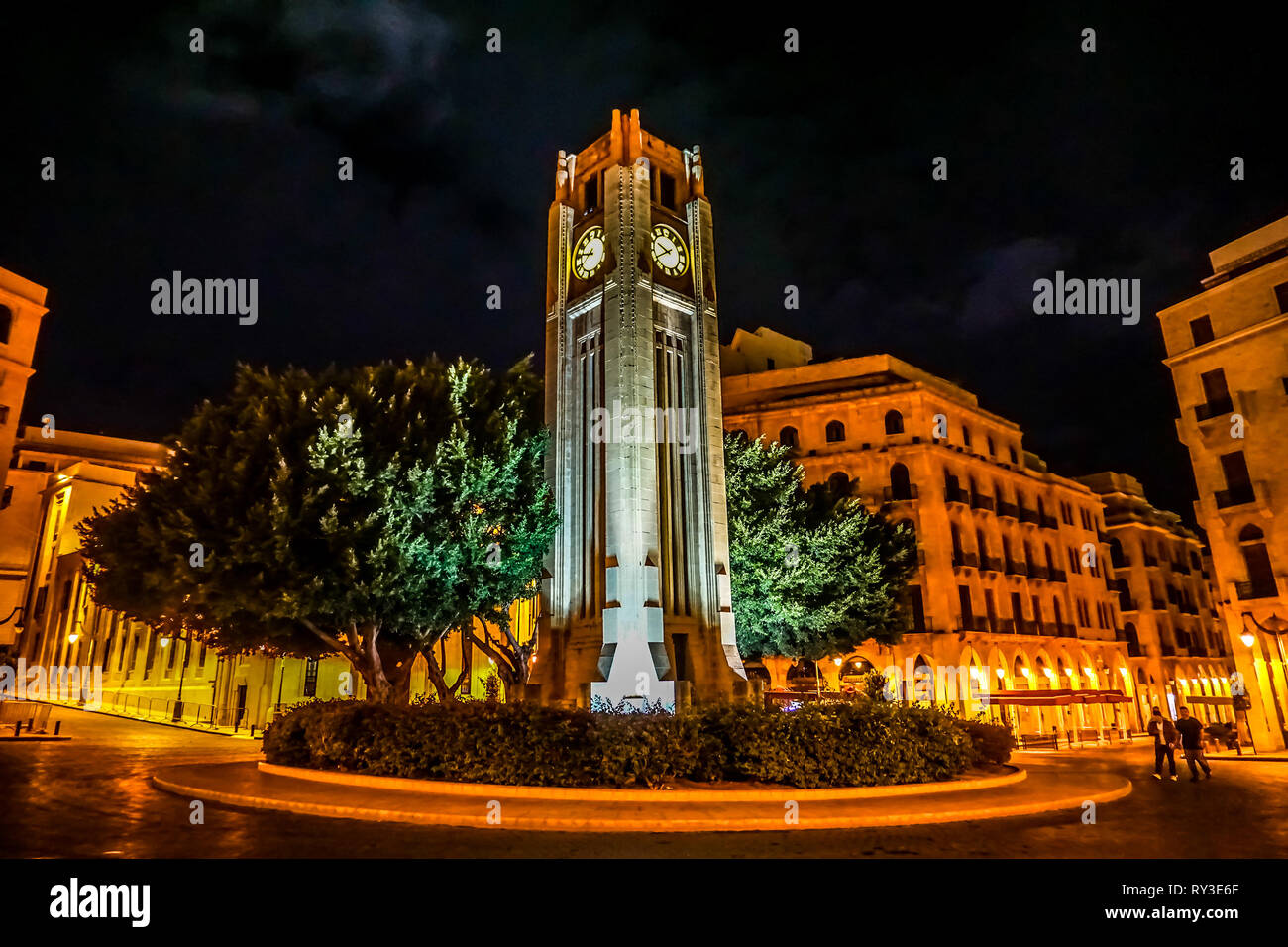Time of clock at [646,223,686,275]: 9:40
